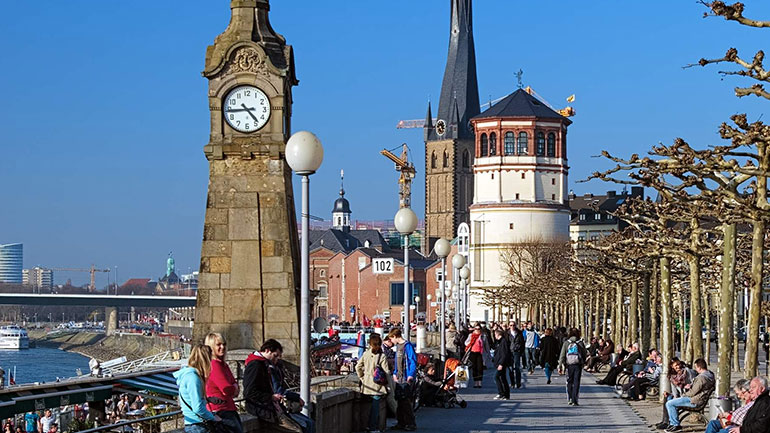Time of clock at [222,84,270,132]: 4:44
